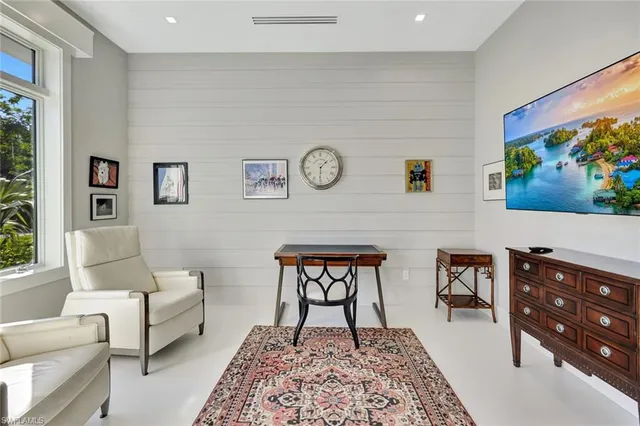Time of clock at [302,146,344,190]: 1:30
